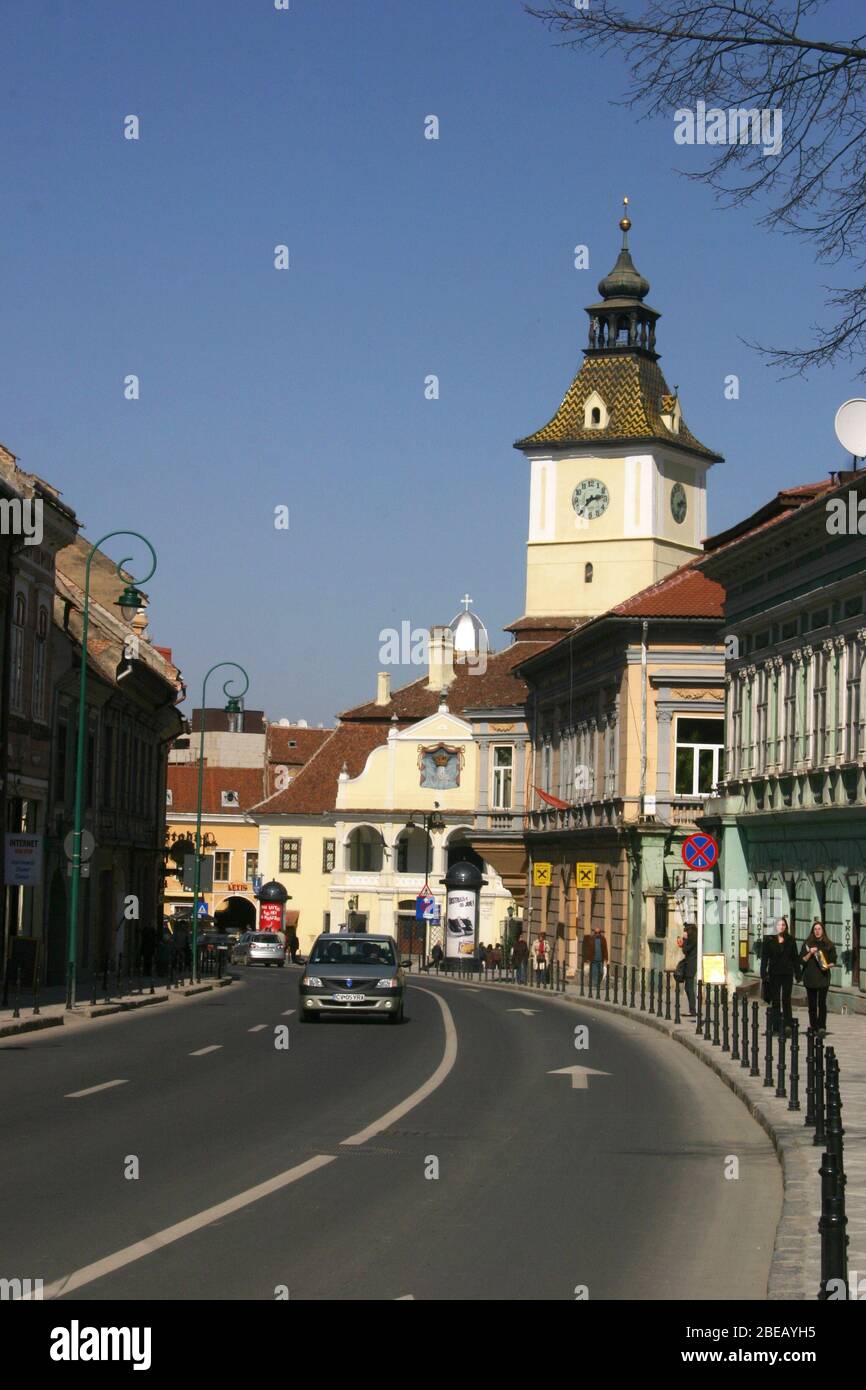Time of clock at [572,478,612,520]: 7:13
